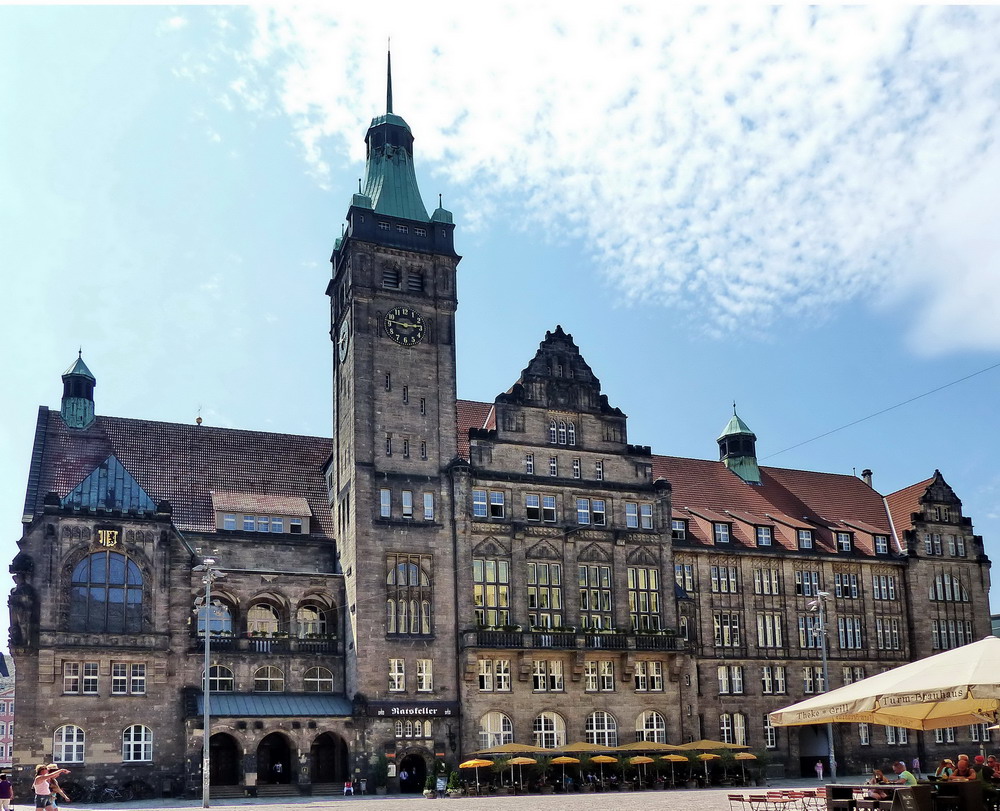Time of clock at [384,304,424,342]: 2:46
